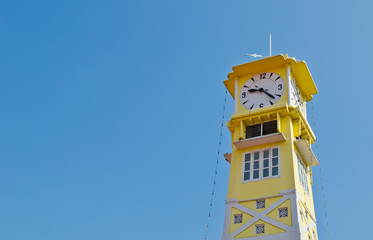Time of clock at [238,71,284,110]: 9:22
